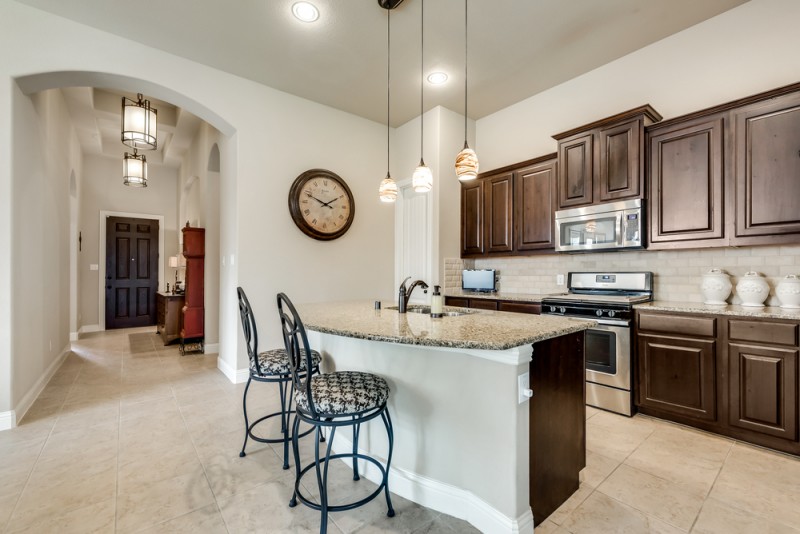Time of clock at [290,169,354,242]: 1:48
